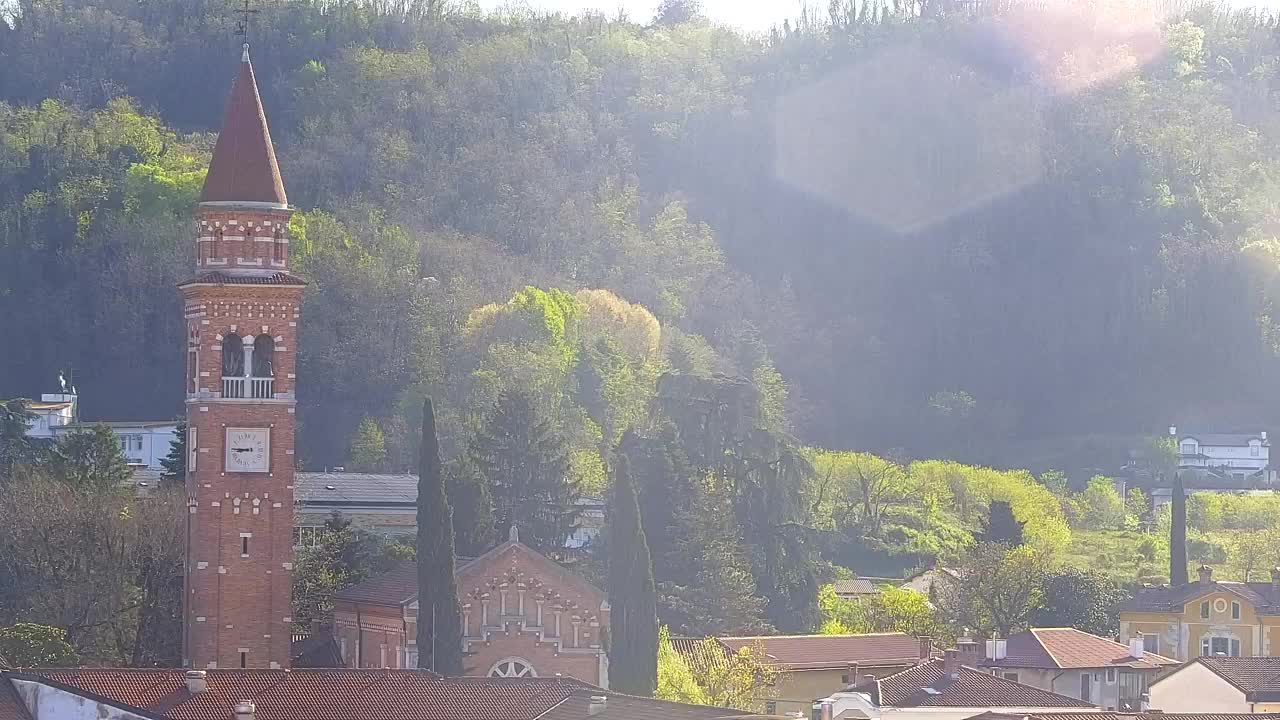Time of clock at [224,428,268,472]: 8:45
